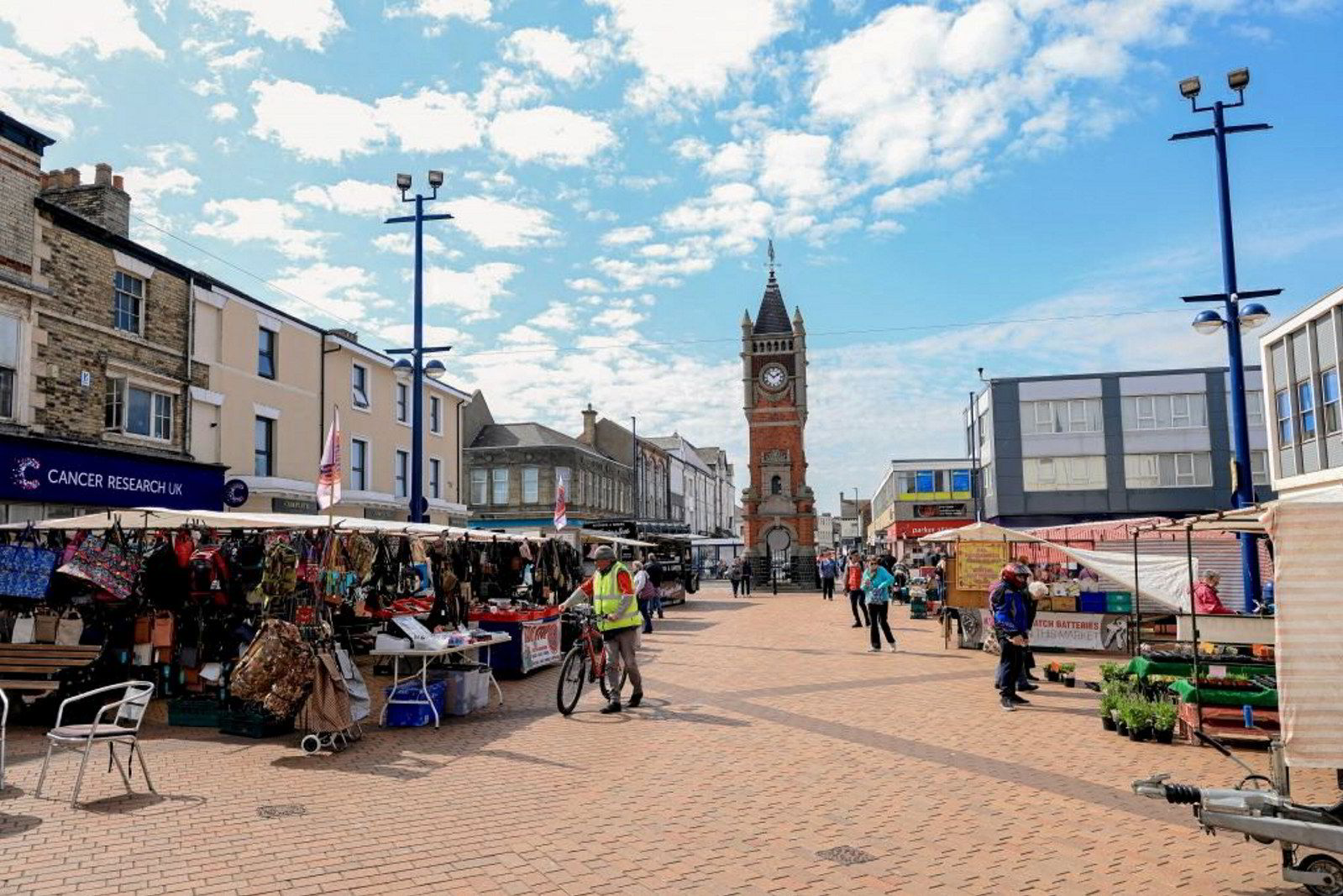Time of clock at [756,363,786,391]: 1:51
